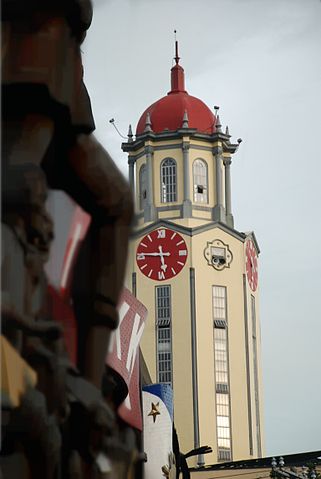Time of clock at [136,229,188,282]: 5:45
